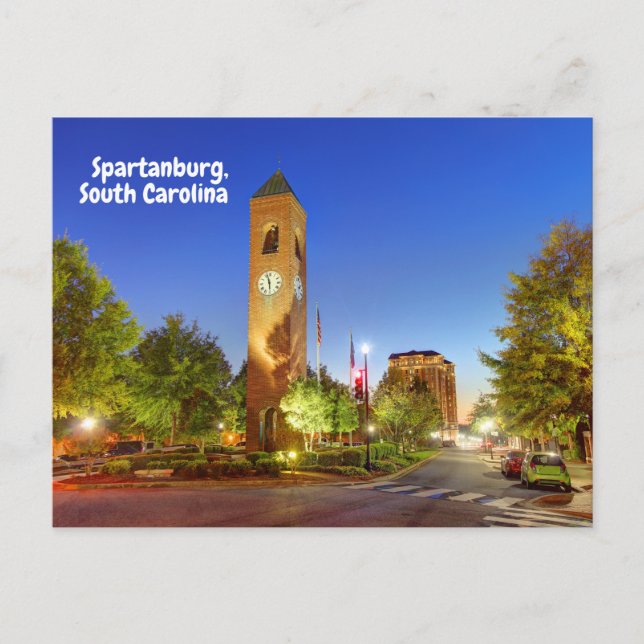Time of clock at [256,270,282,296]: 5:57
